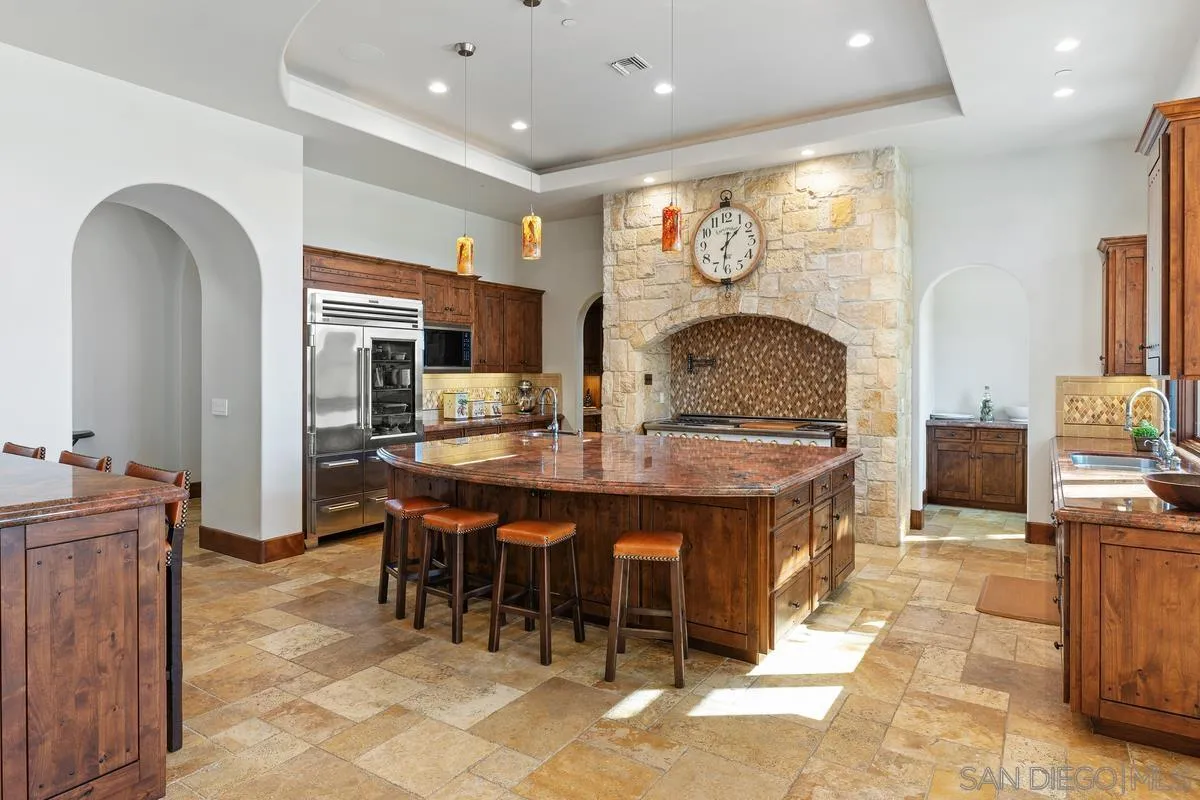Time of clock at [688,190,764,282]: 1:31
